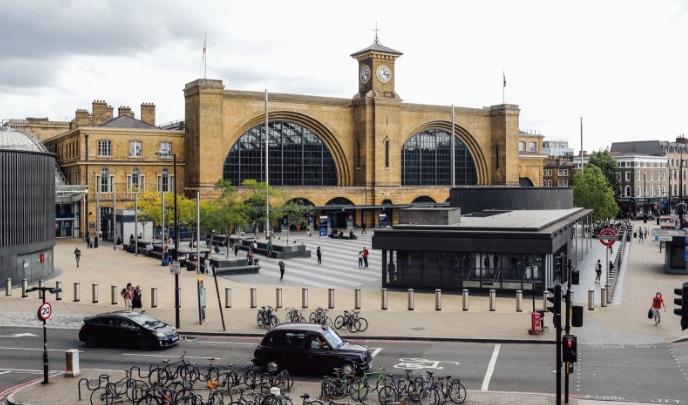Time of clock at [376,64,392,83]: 1:16
